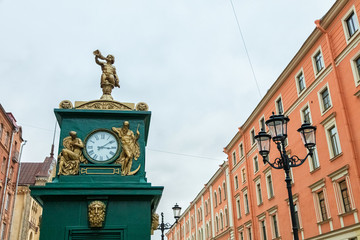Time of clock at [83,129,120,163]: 3:09
